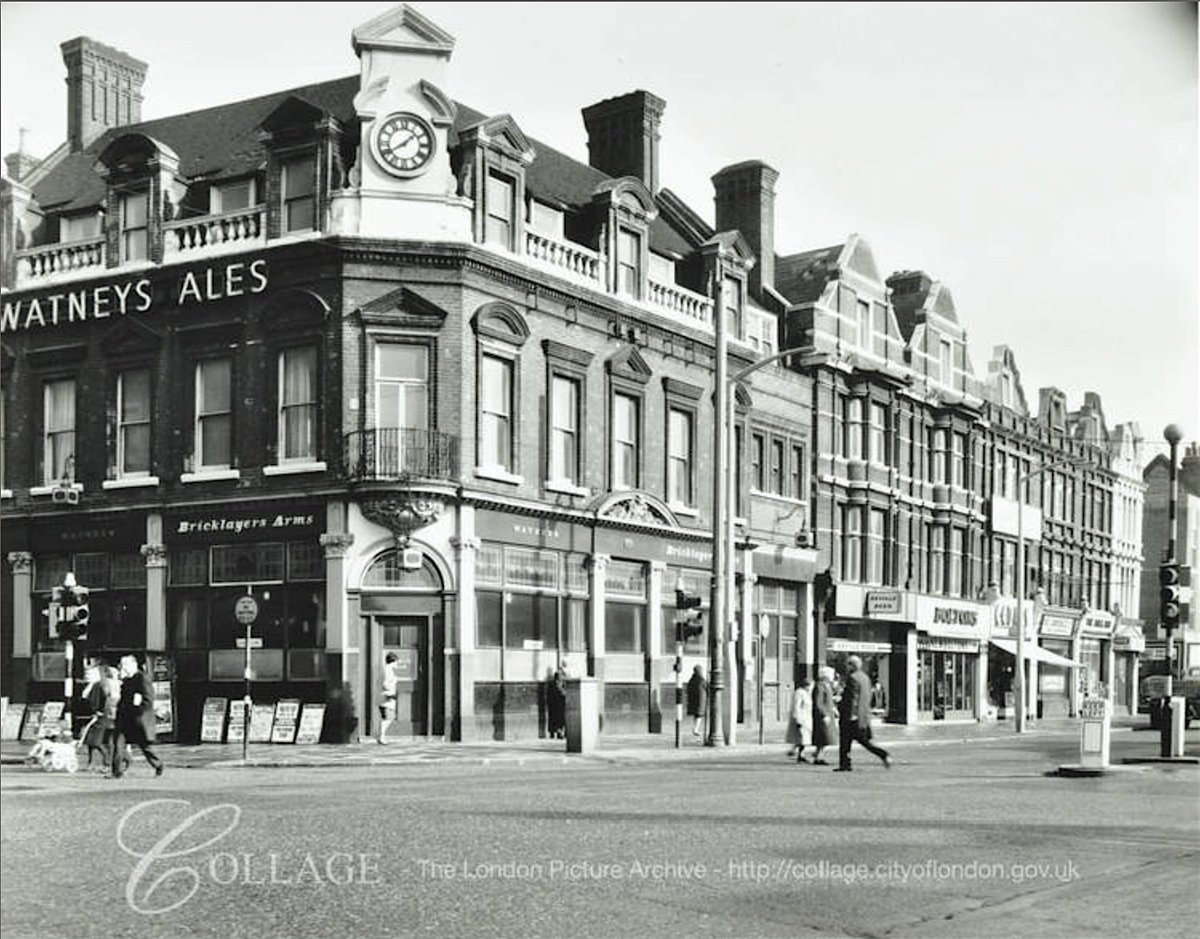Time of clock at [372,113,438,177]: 1:39
